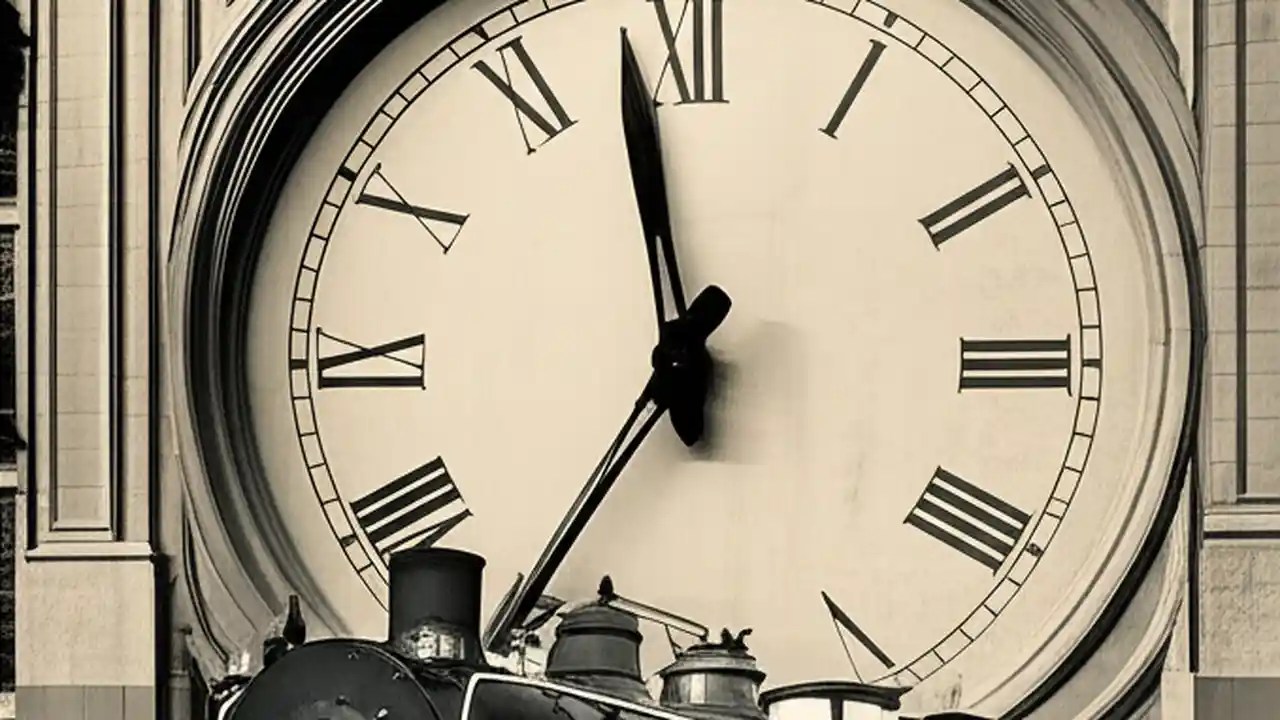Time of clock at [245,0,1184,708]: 11:35
